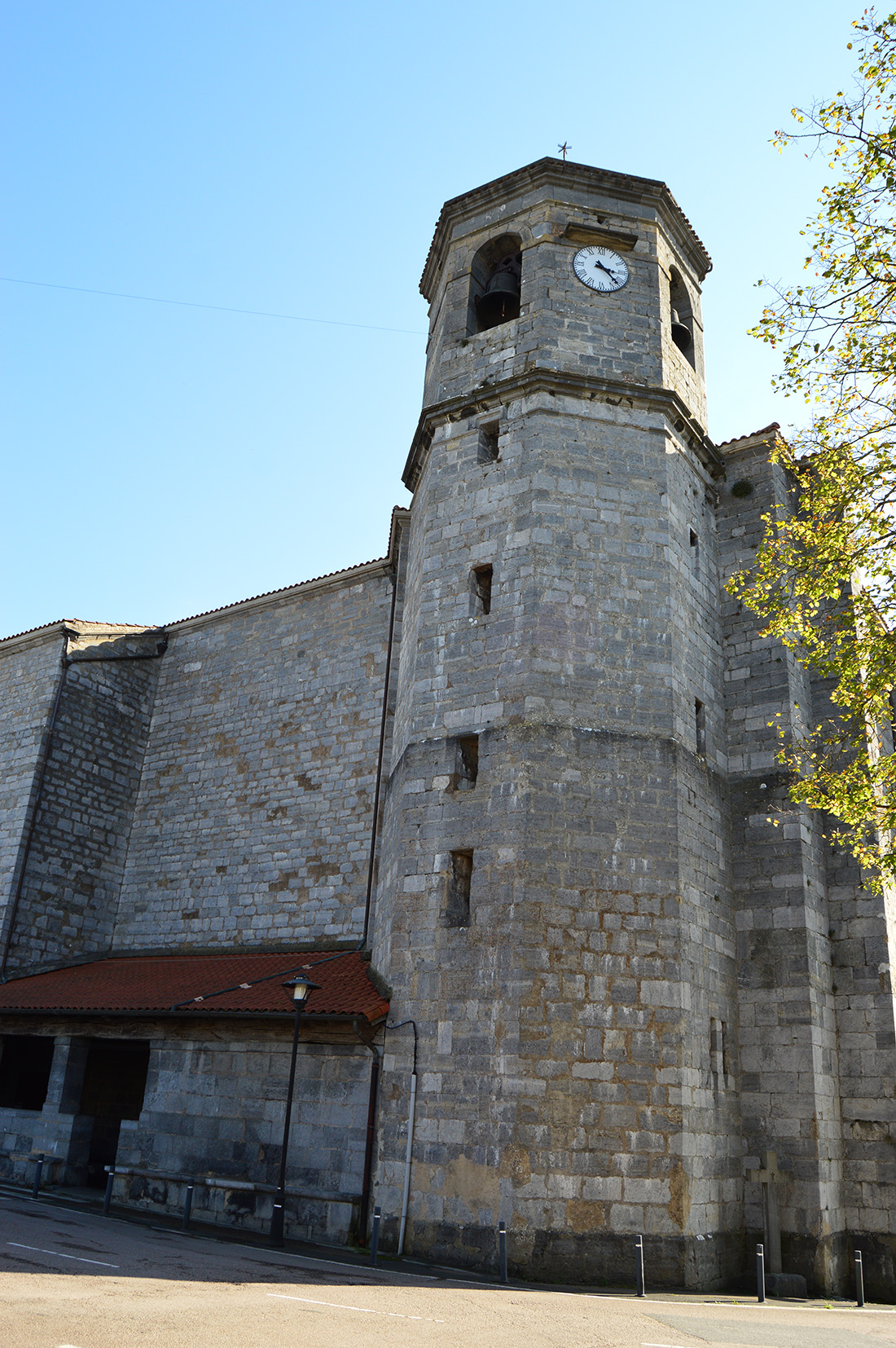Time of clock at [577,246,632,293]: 3:22
